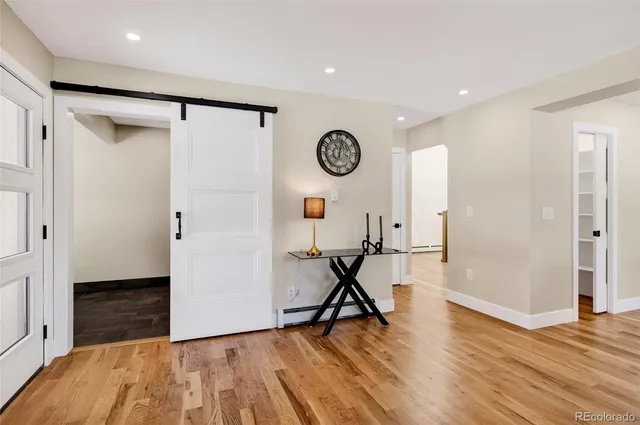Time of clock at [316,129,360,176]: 7:02
